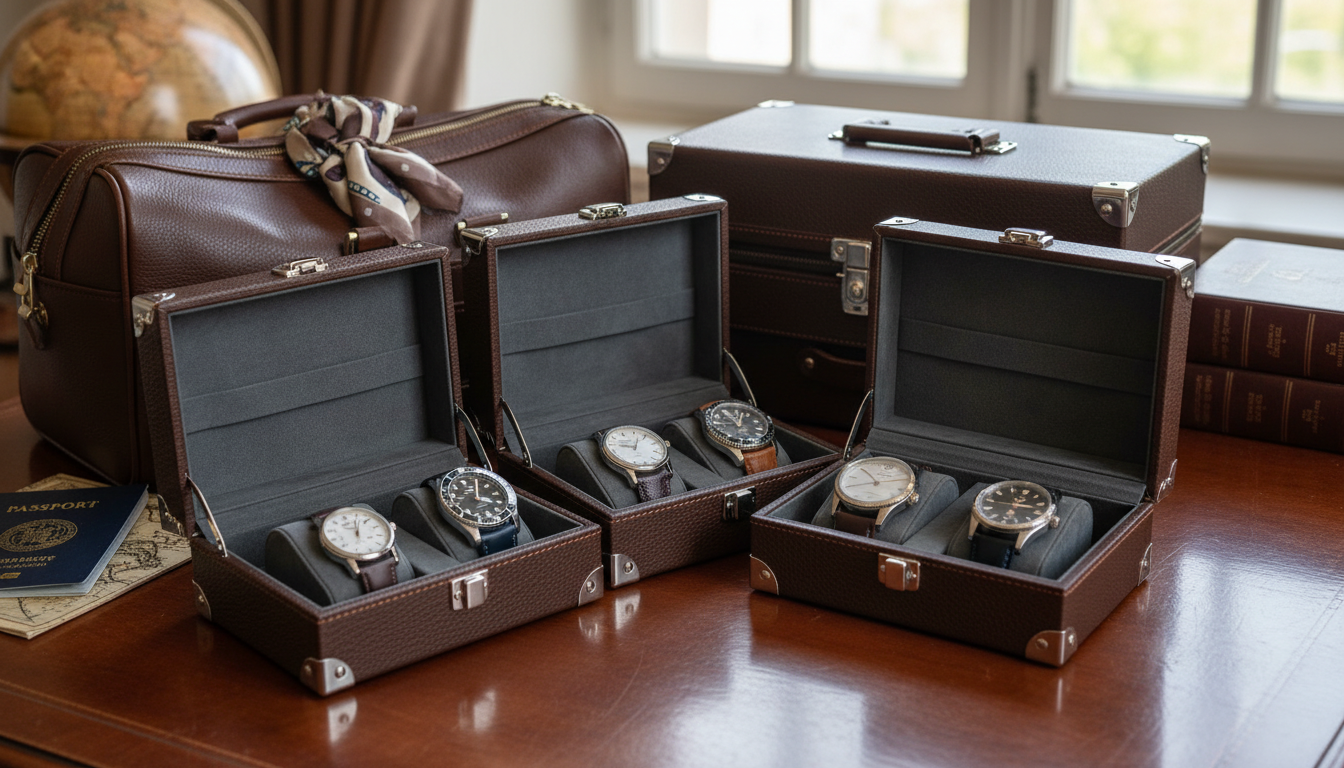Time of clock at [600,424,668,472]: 9:02
